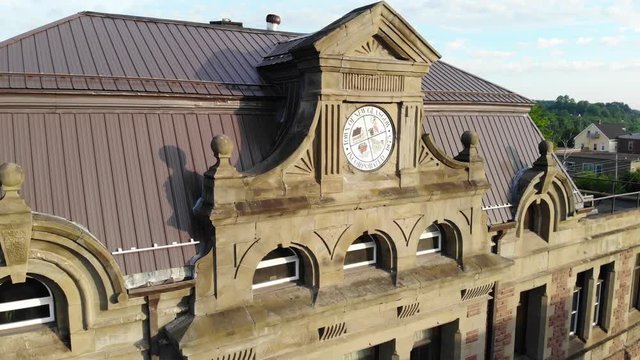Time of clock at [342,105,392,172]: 8:12
